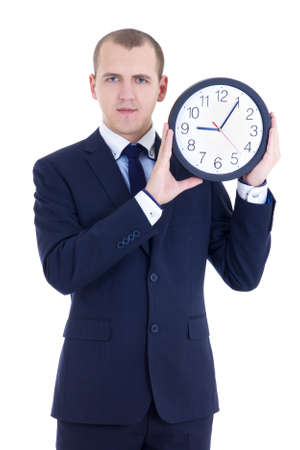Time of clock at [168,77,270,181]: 9:05
